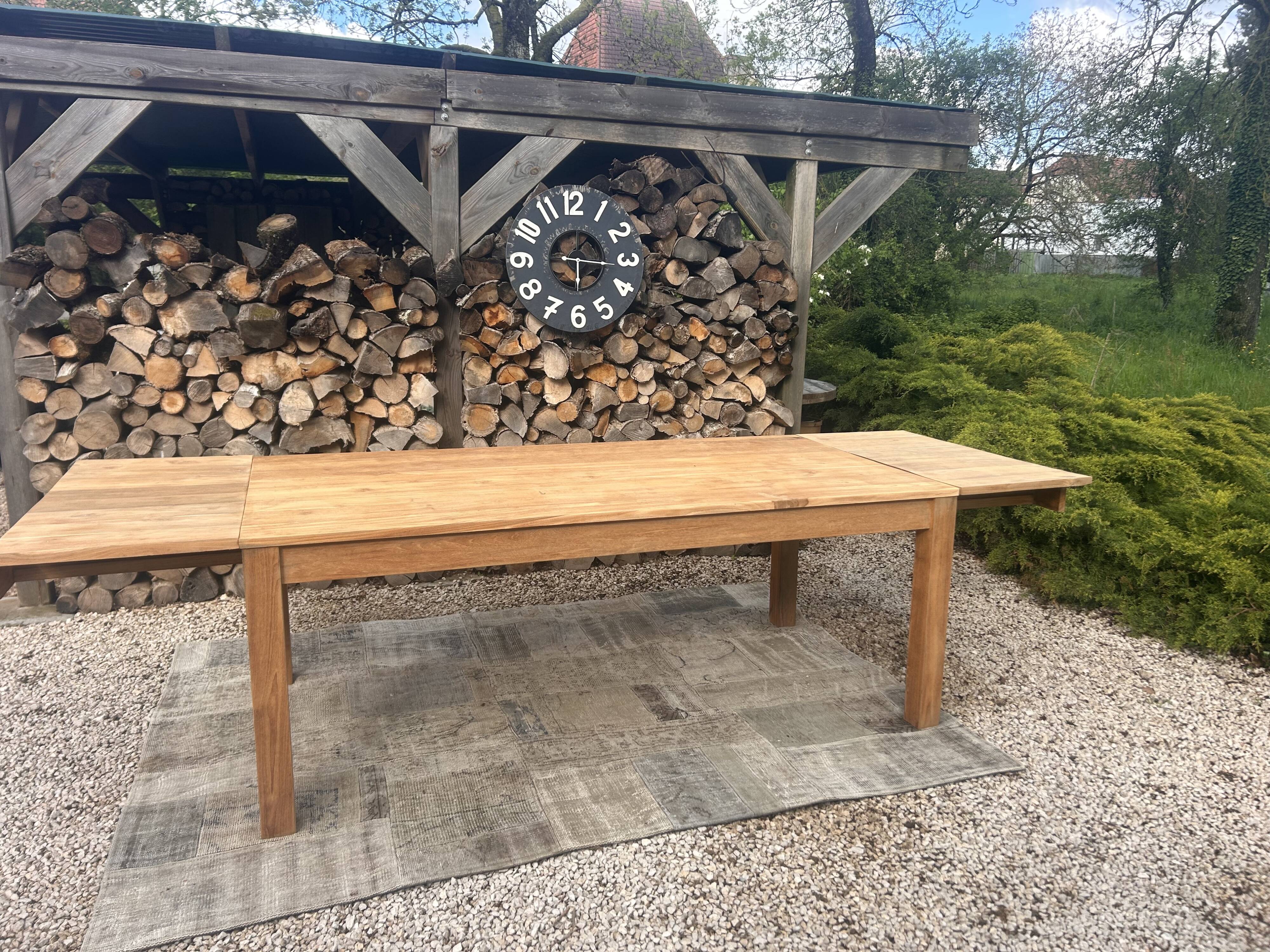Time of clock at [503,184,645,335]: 6:16
